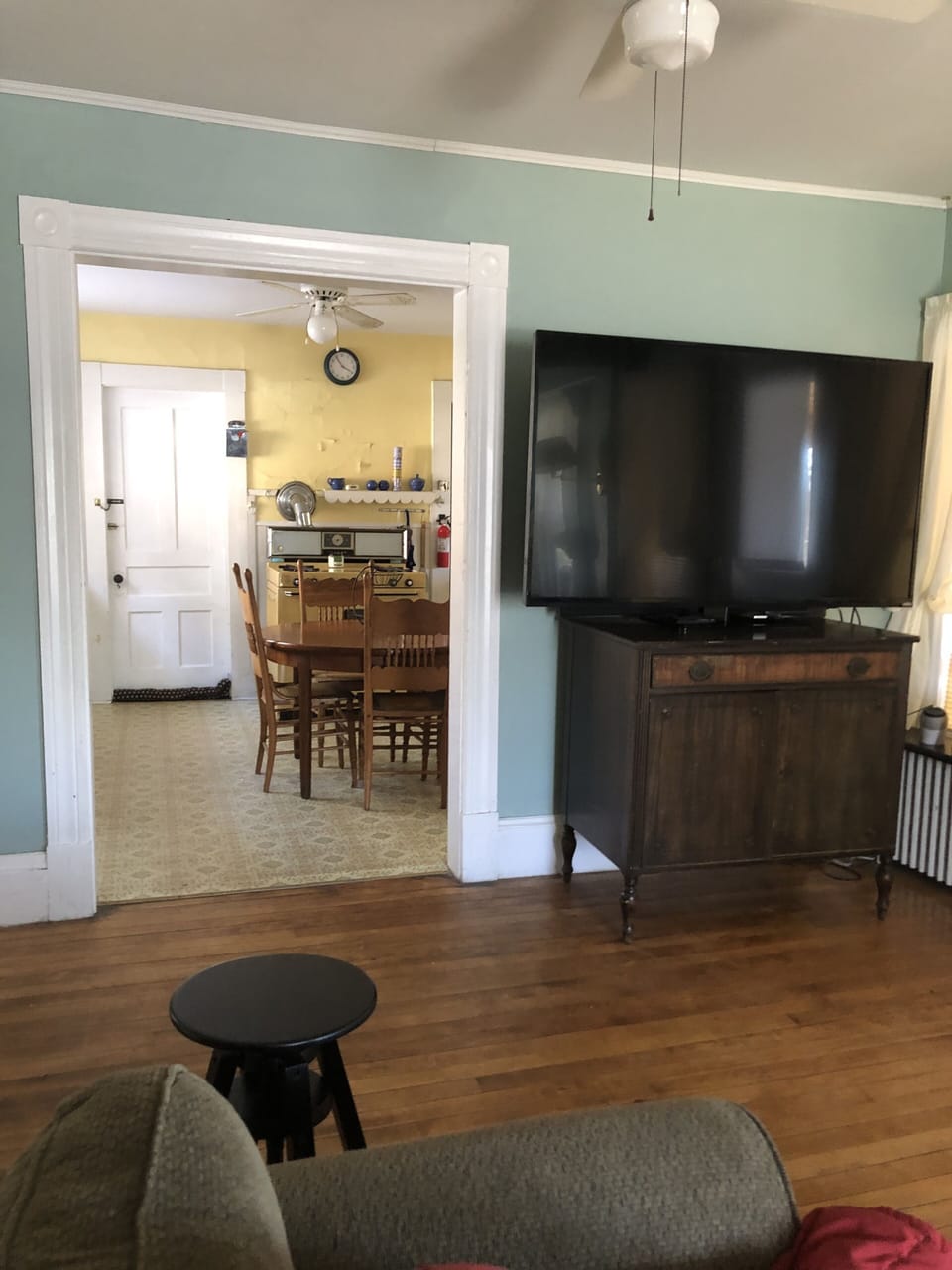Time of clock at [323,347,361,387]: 3:54
